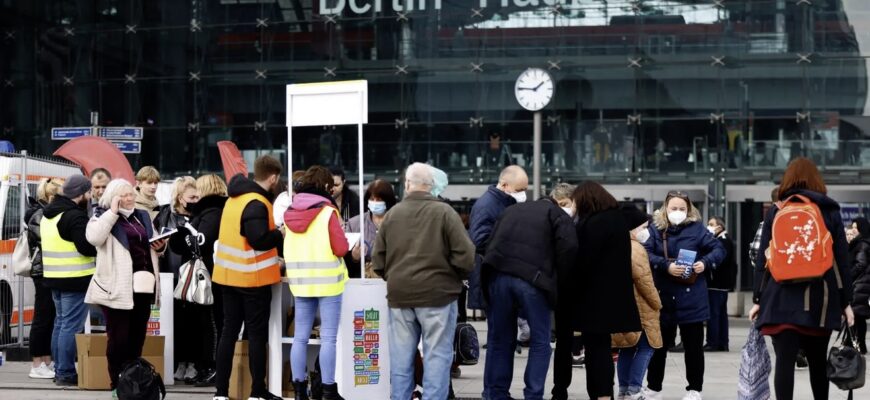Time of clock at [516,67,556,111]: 1:46
